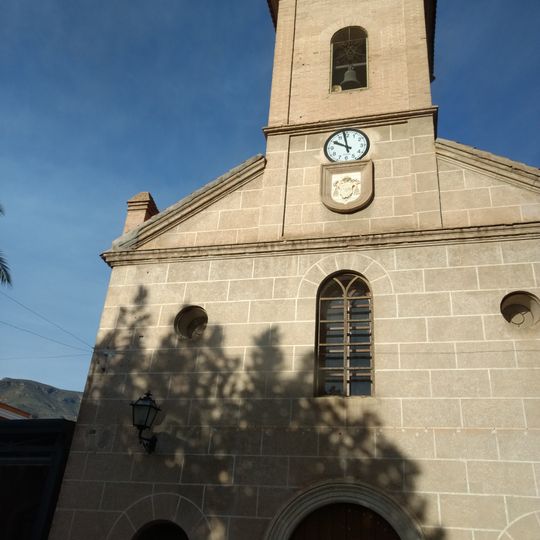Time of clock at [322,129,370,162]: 9:57
